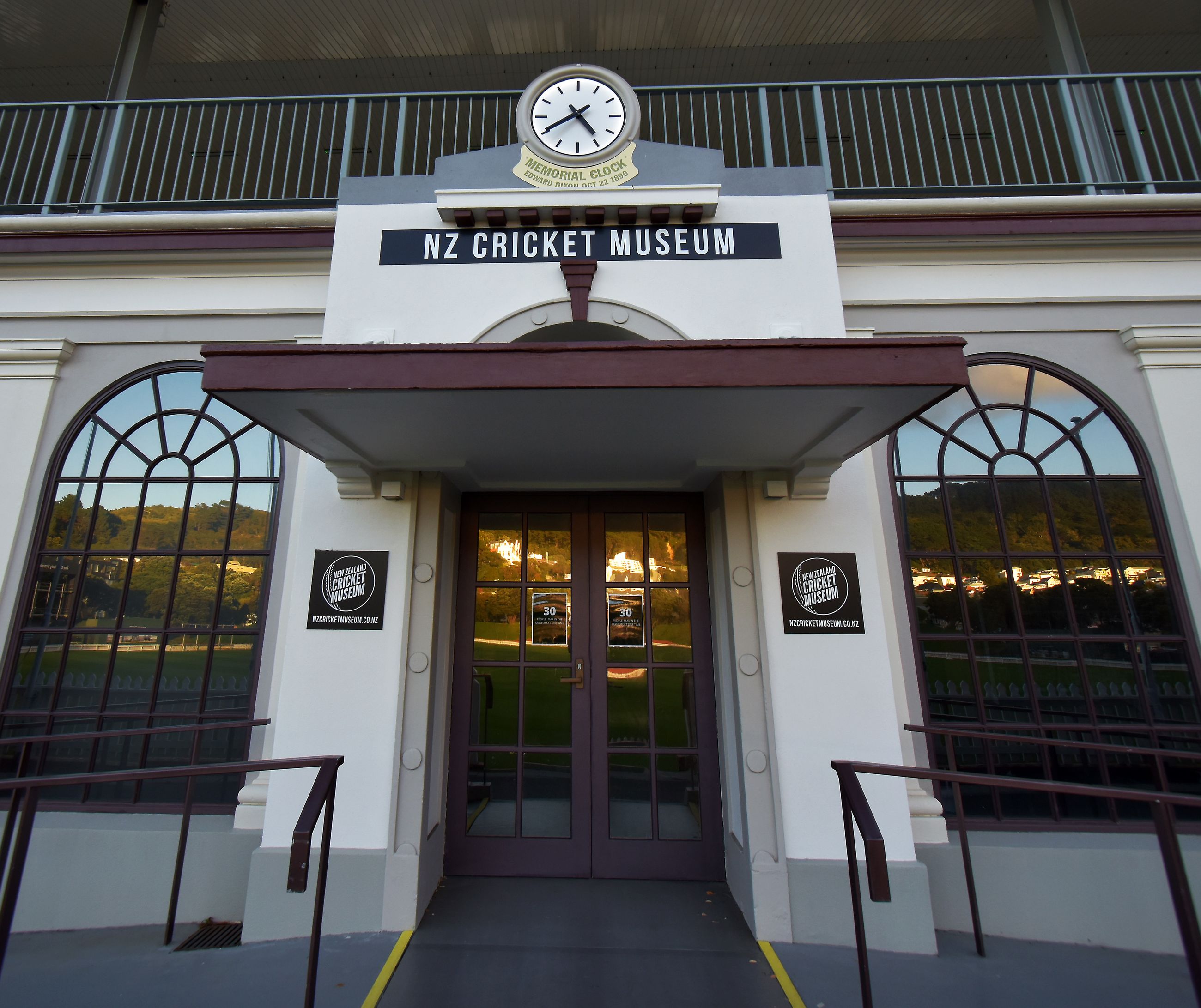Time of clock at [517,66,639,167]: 4:40
